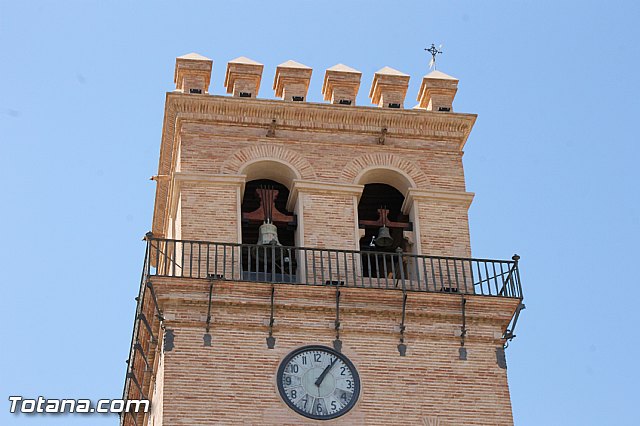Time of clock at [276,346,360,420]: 1:06
